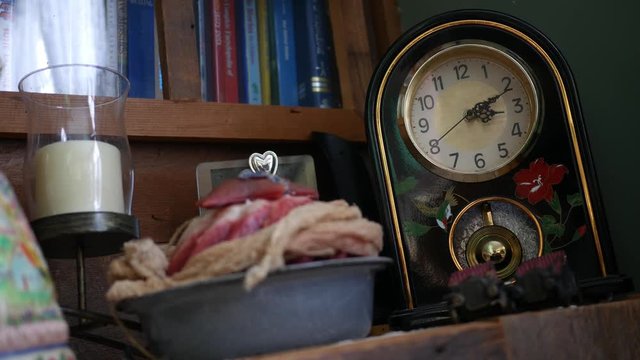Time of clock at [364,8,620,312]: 3:11
